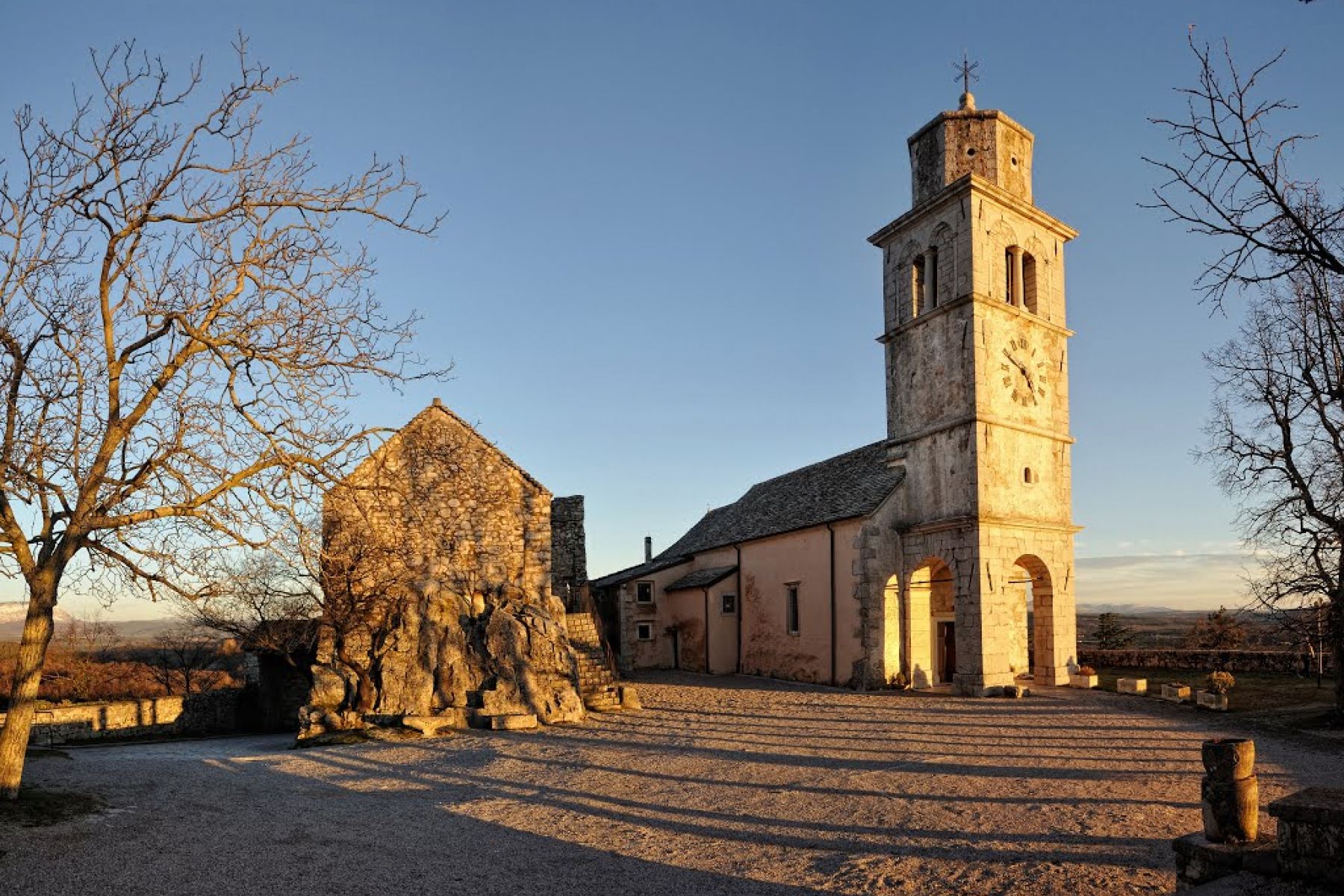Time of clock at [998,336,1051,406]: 4:49
